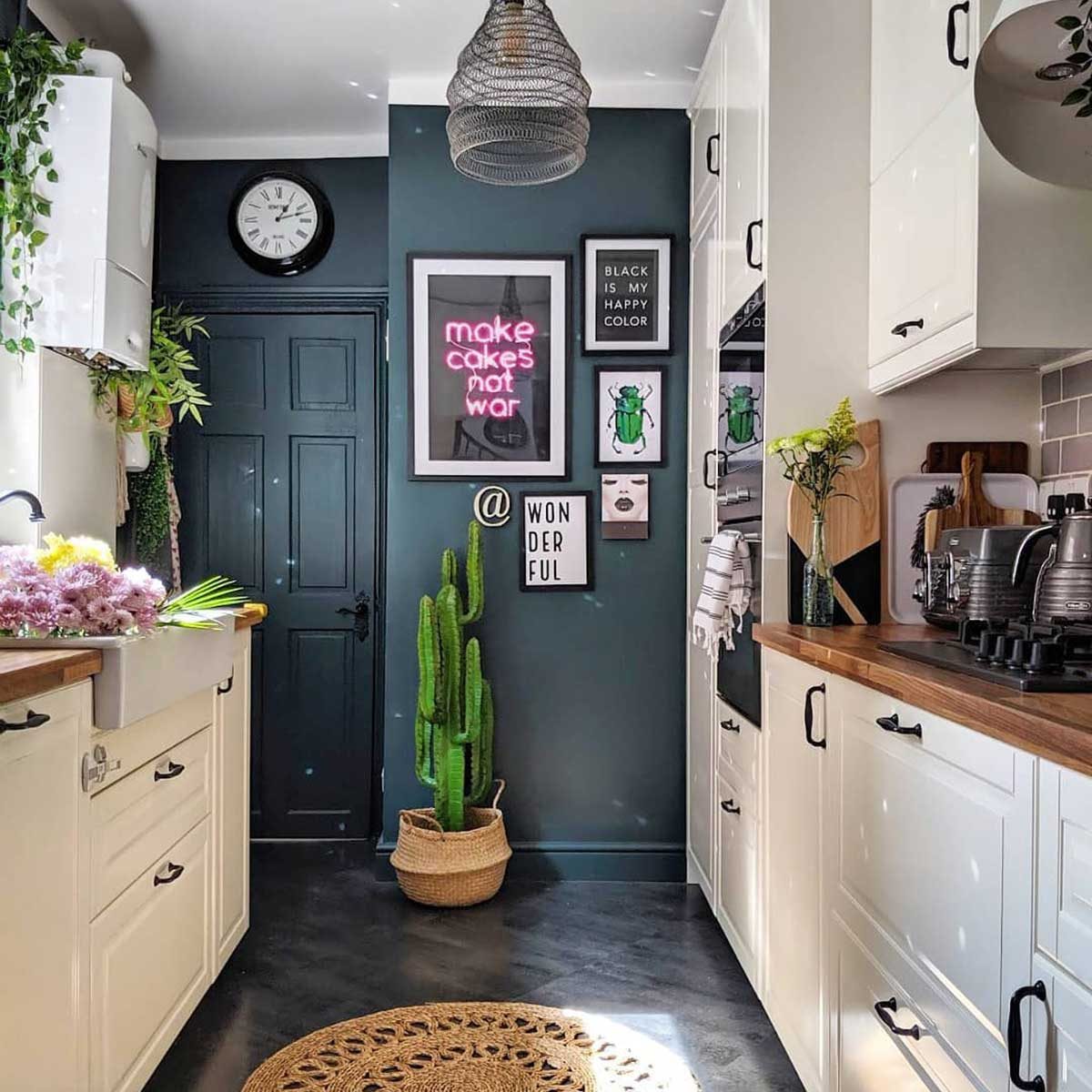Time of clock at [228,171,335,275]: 1:12
